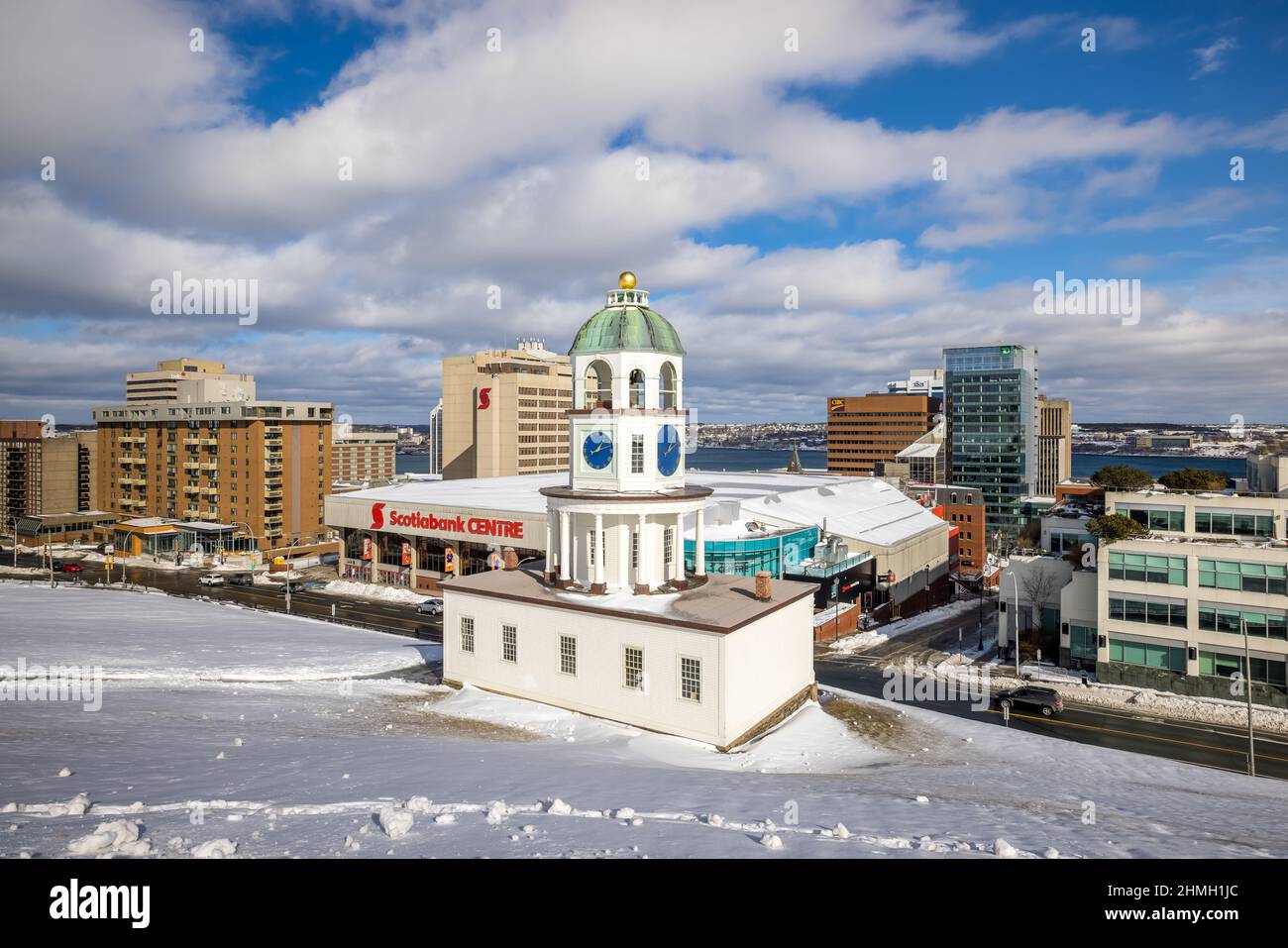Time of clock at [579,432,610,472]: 1:11
